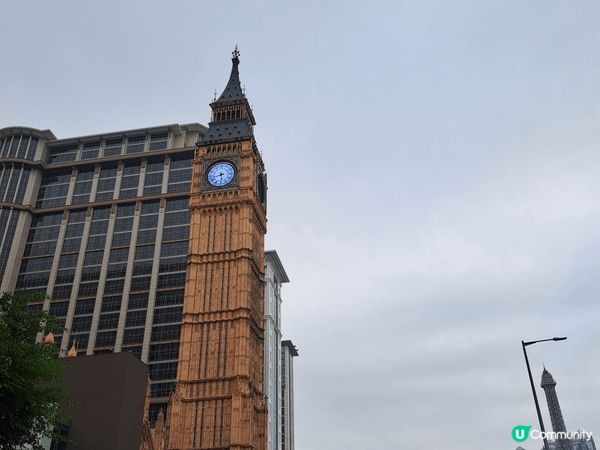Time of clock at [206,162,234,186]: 5:42
